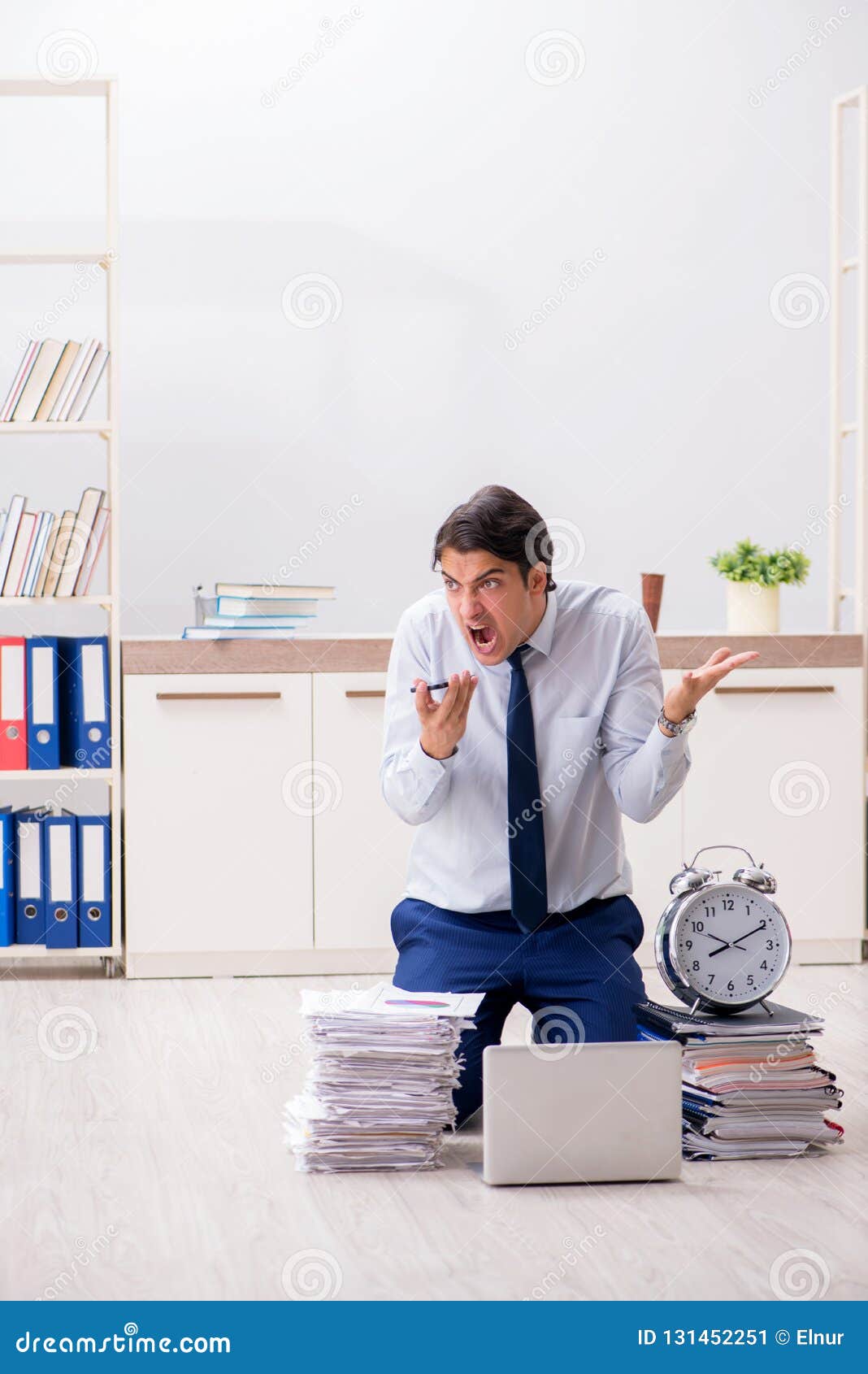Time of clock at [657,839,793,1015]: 8:10
